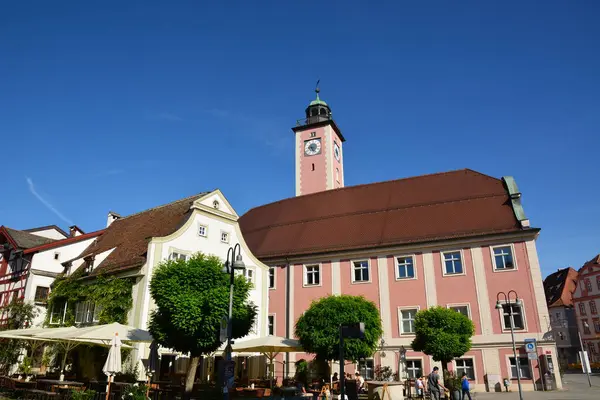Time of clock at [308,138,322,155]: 9:26
